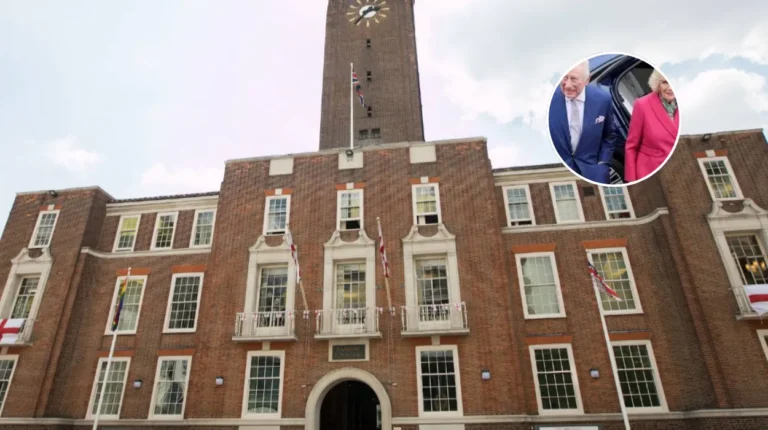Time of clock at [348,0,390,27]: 2:36
